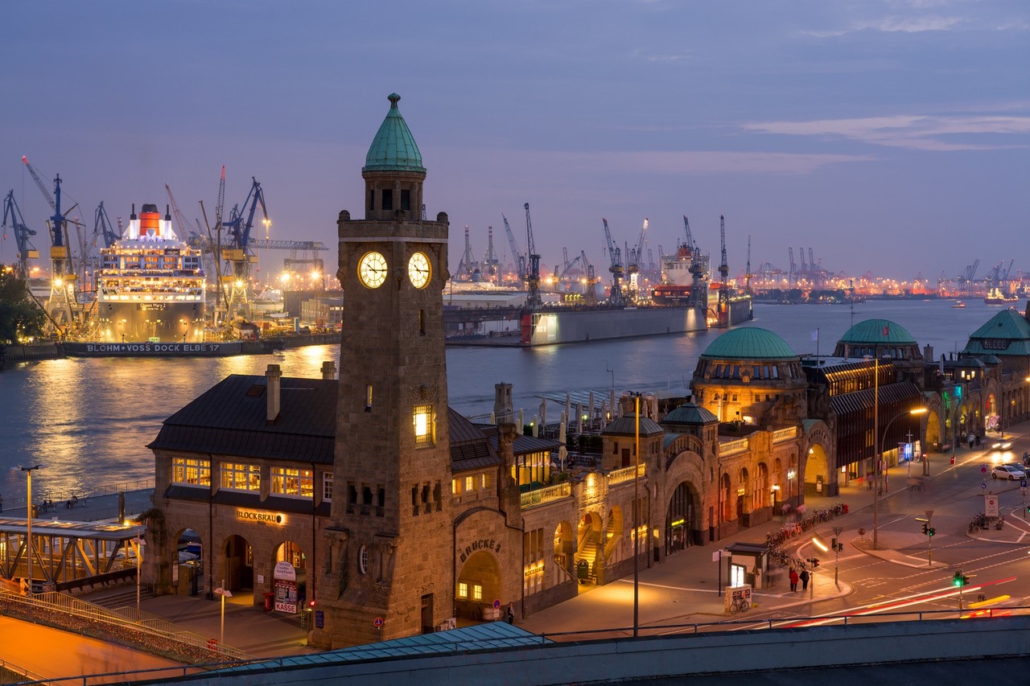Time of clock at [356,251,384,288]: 10:14
